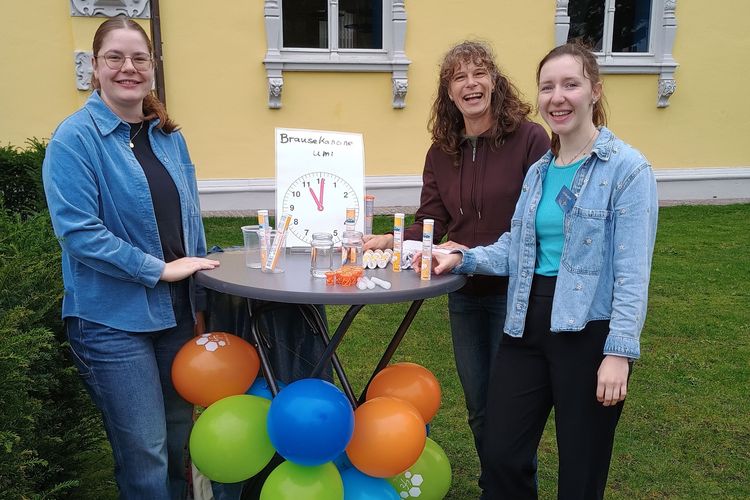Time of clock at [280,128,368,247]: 11:00
